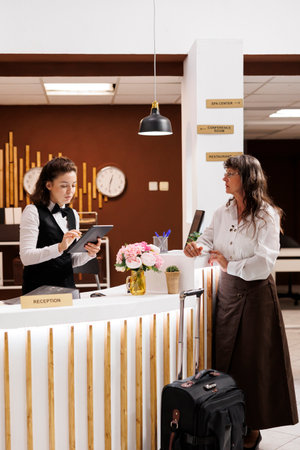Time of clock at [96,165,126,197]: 12:32
